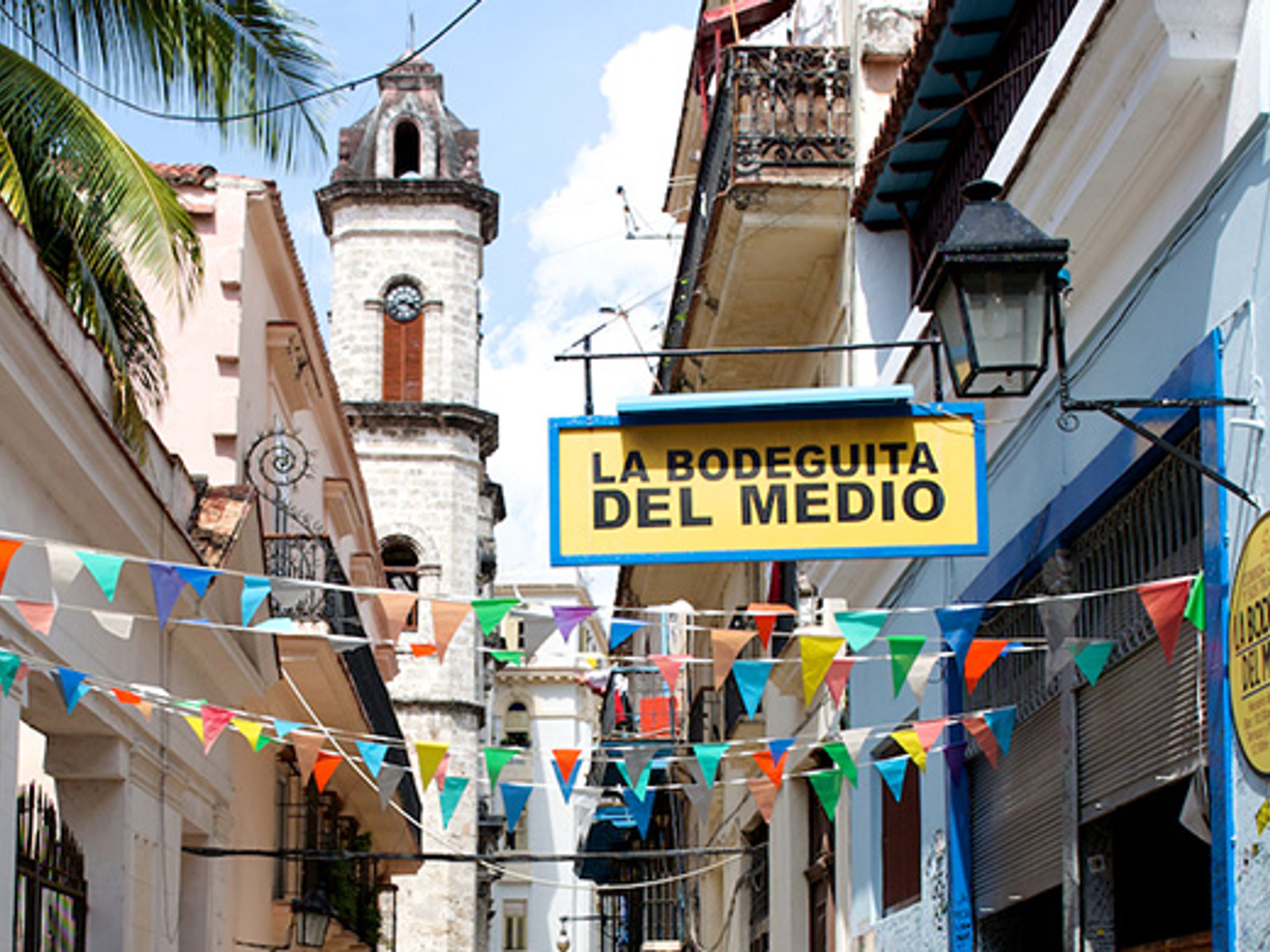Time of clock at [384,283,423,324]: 3:40
